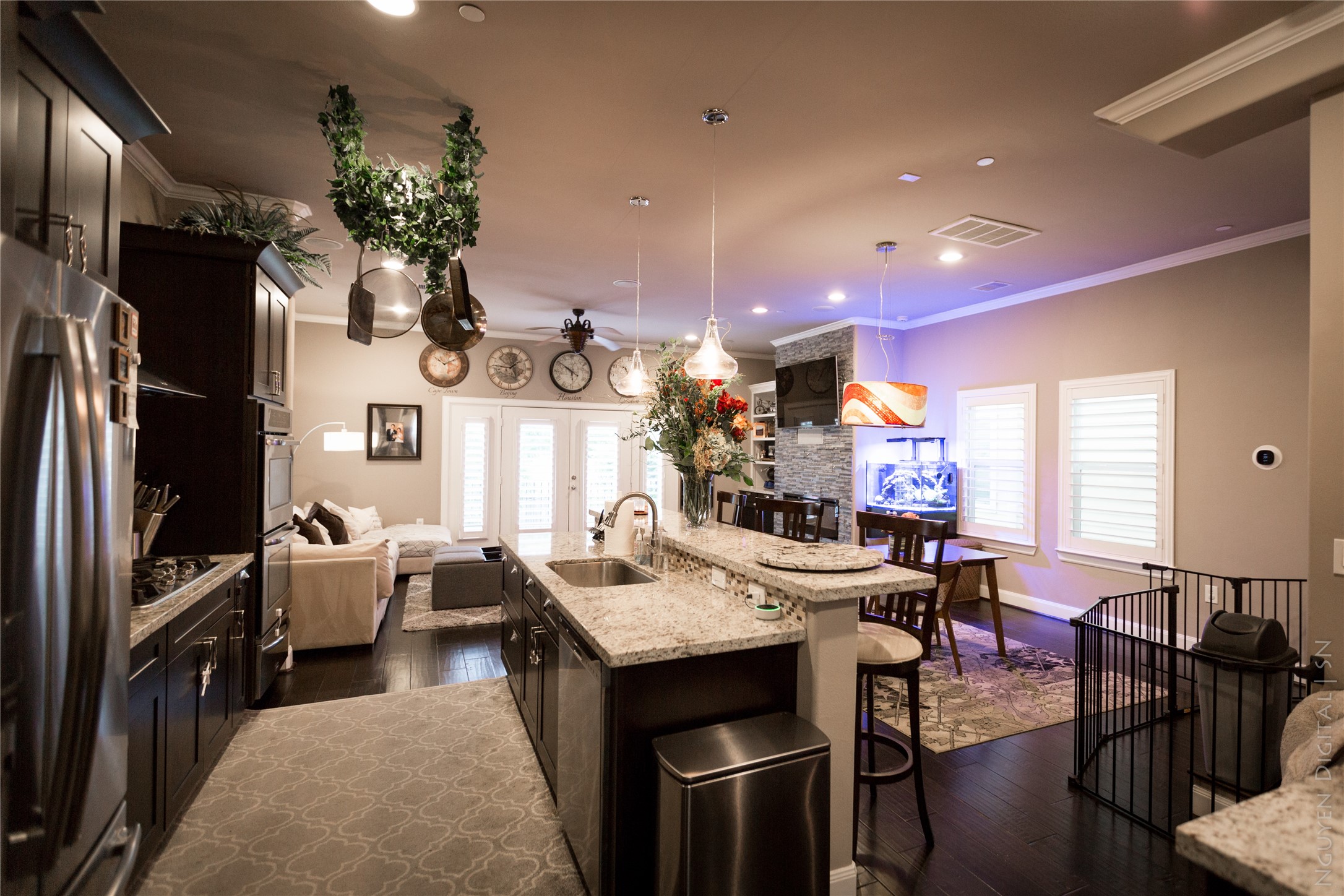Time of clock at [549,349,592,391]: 5:50
